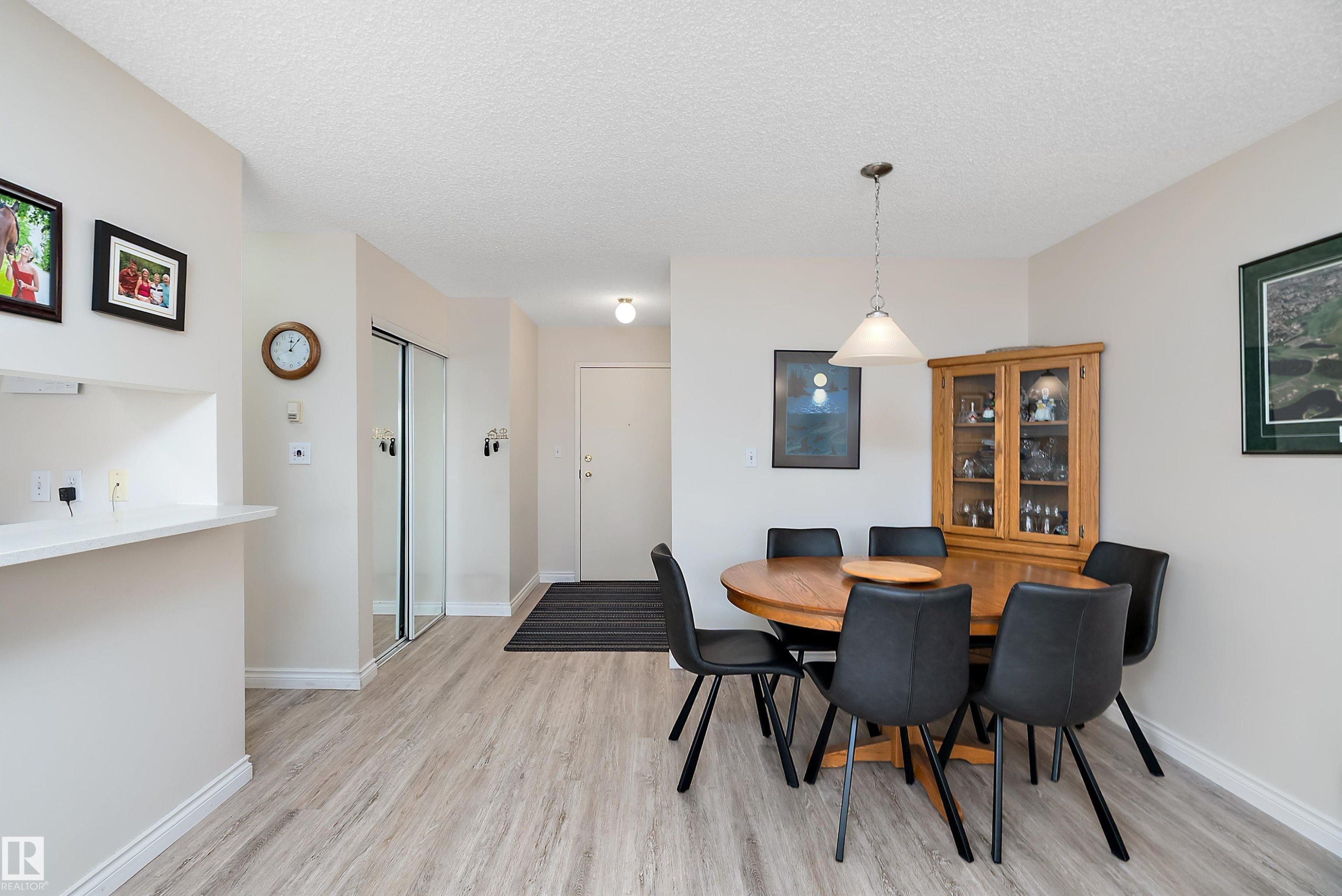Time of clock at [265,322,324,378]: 12:06
